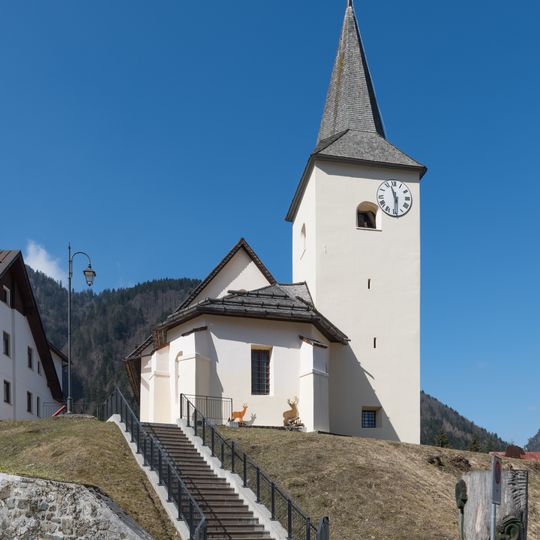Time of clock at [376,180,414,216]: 11:30
